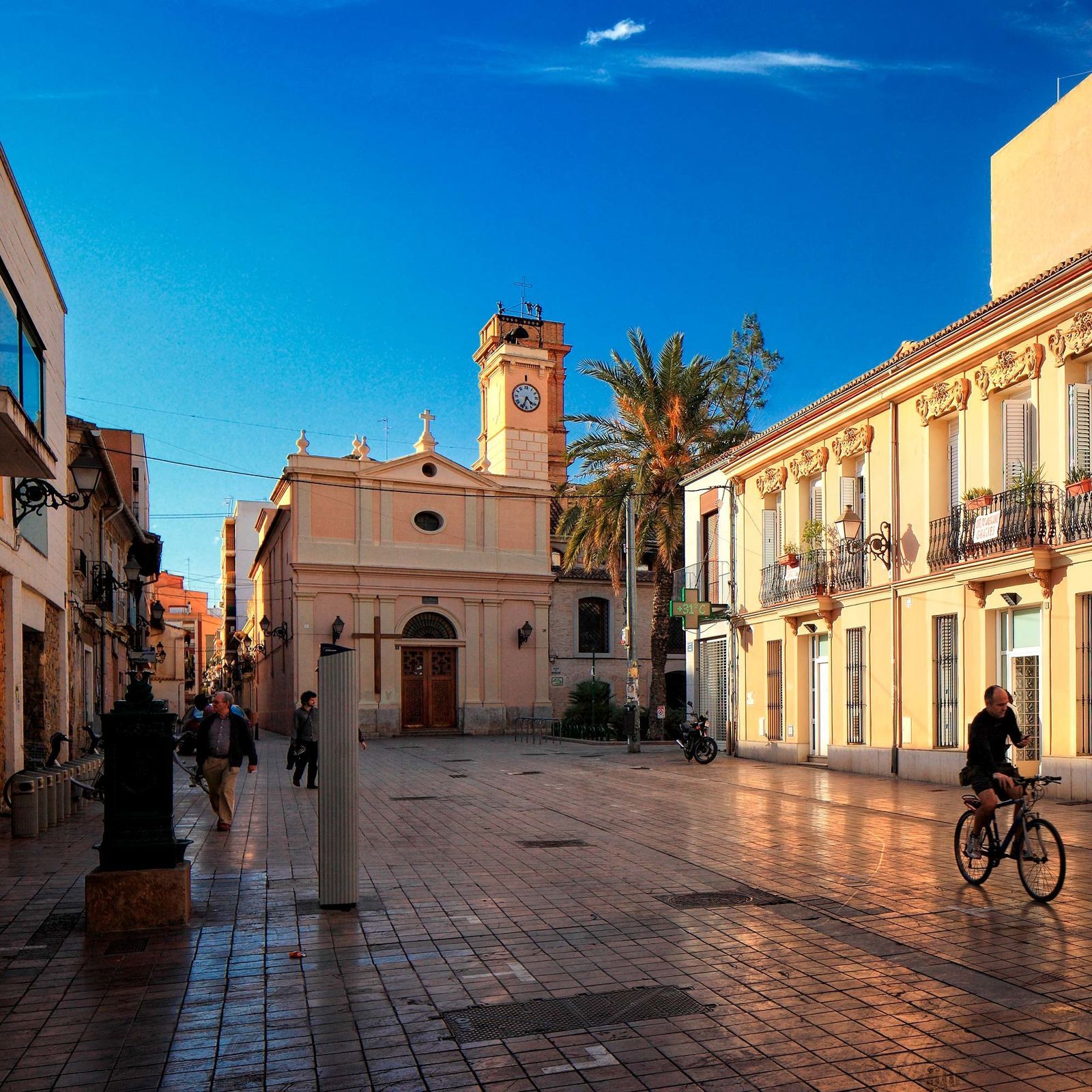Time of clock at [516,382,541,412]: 4:33
